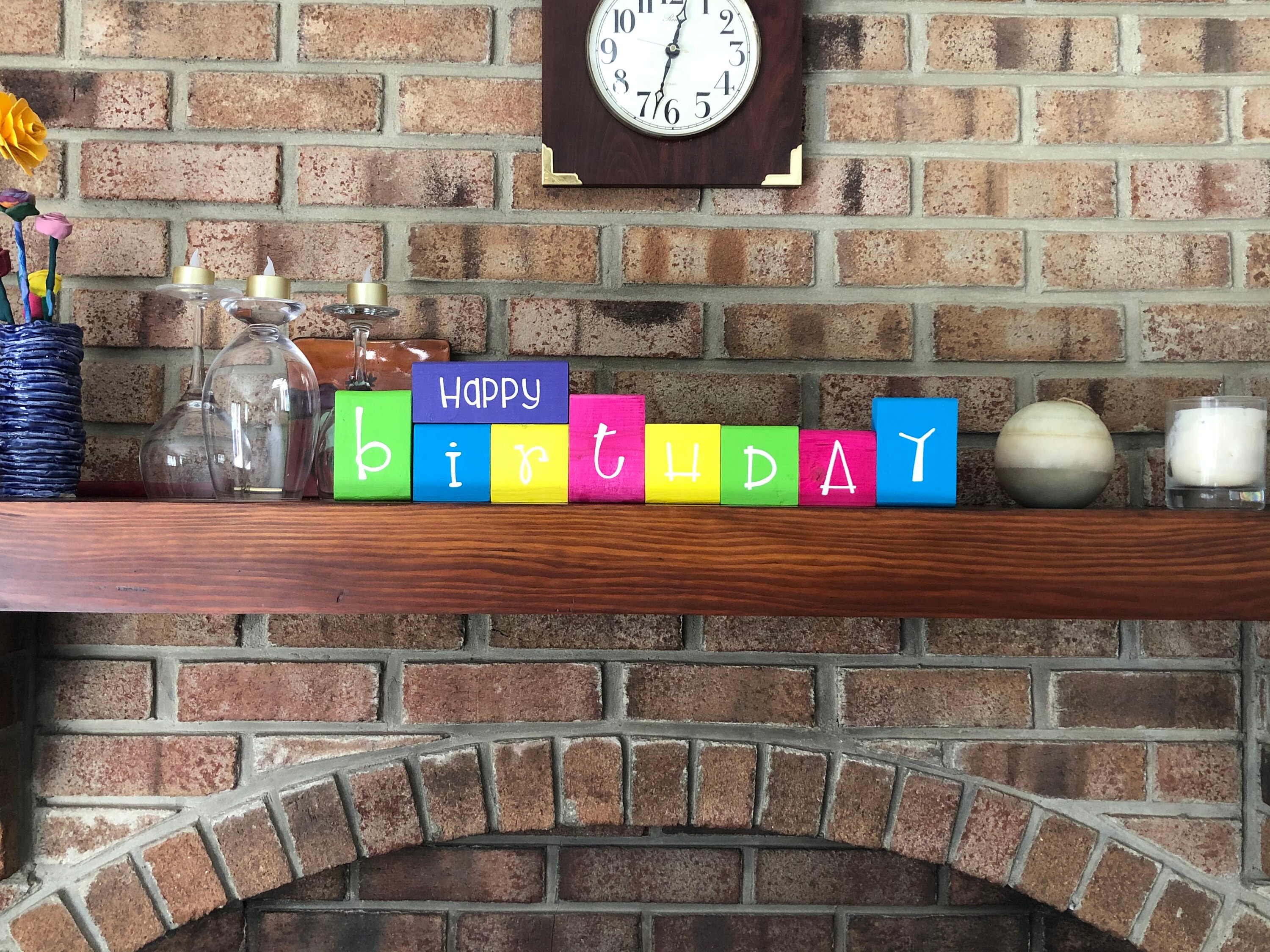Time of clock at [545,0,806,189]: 12:32
